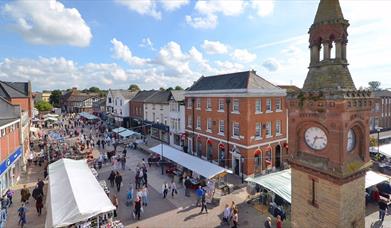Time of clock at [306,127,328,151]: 2:33
